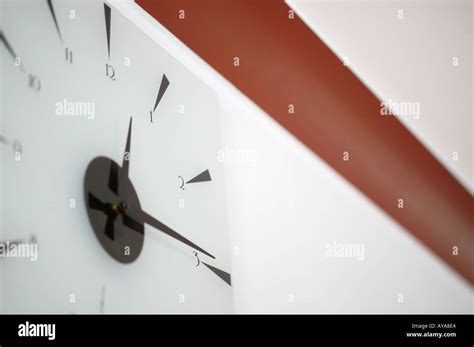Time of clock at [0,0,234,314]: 12:19
